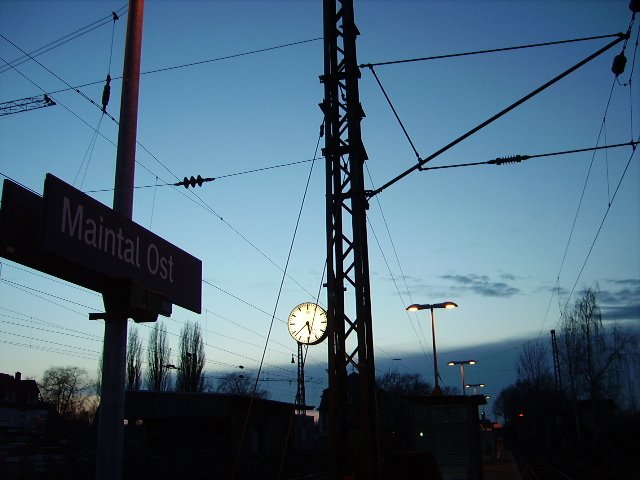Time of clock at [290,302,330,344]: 5:38
